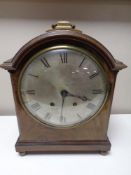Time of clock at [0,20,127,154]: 6:18
